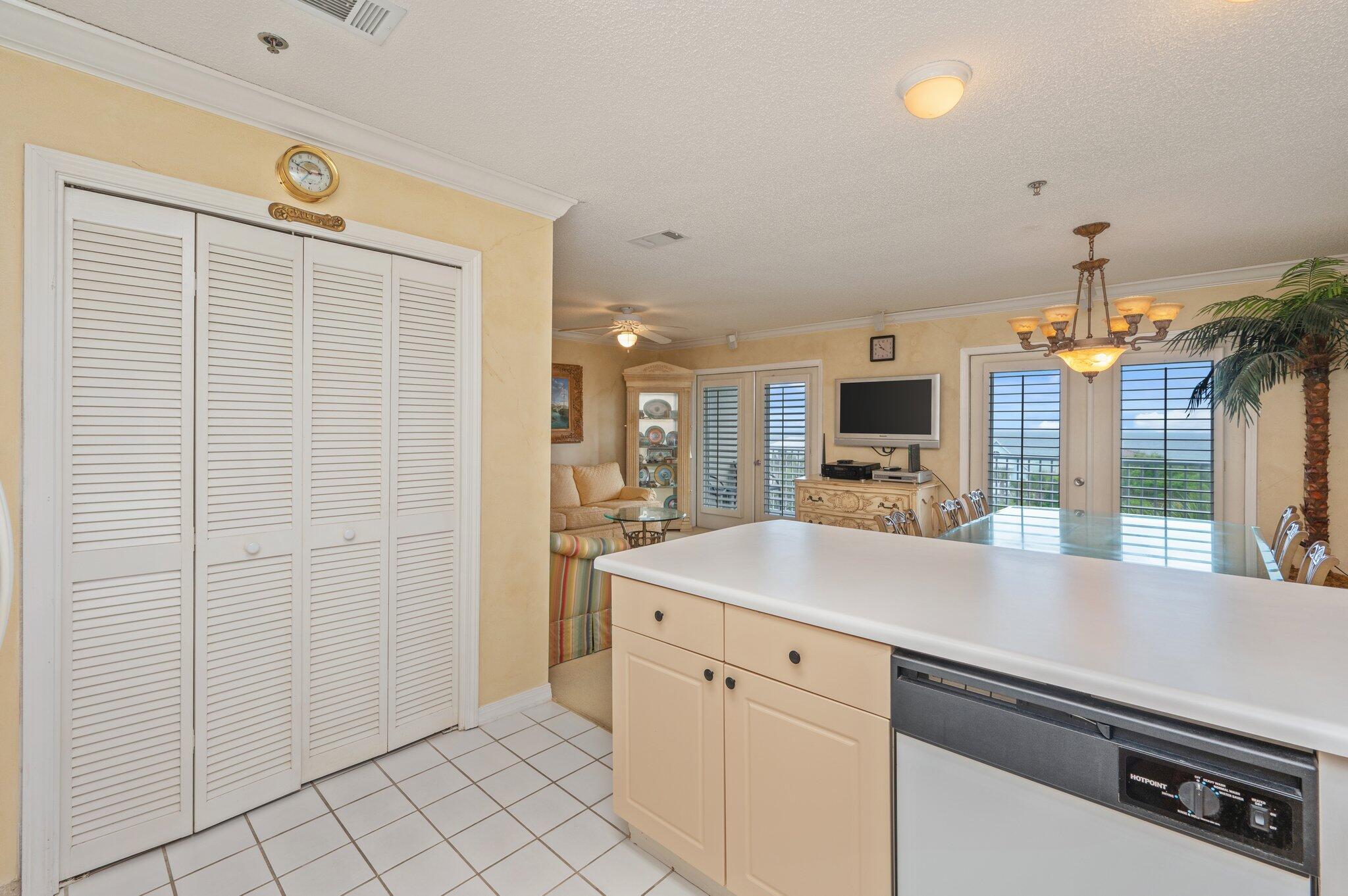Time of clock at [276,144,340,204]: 2:48
